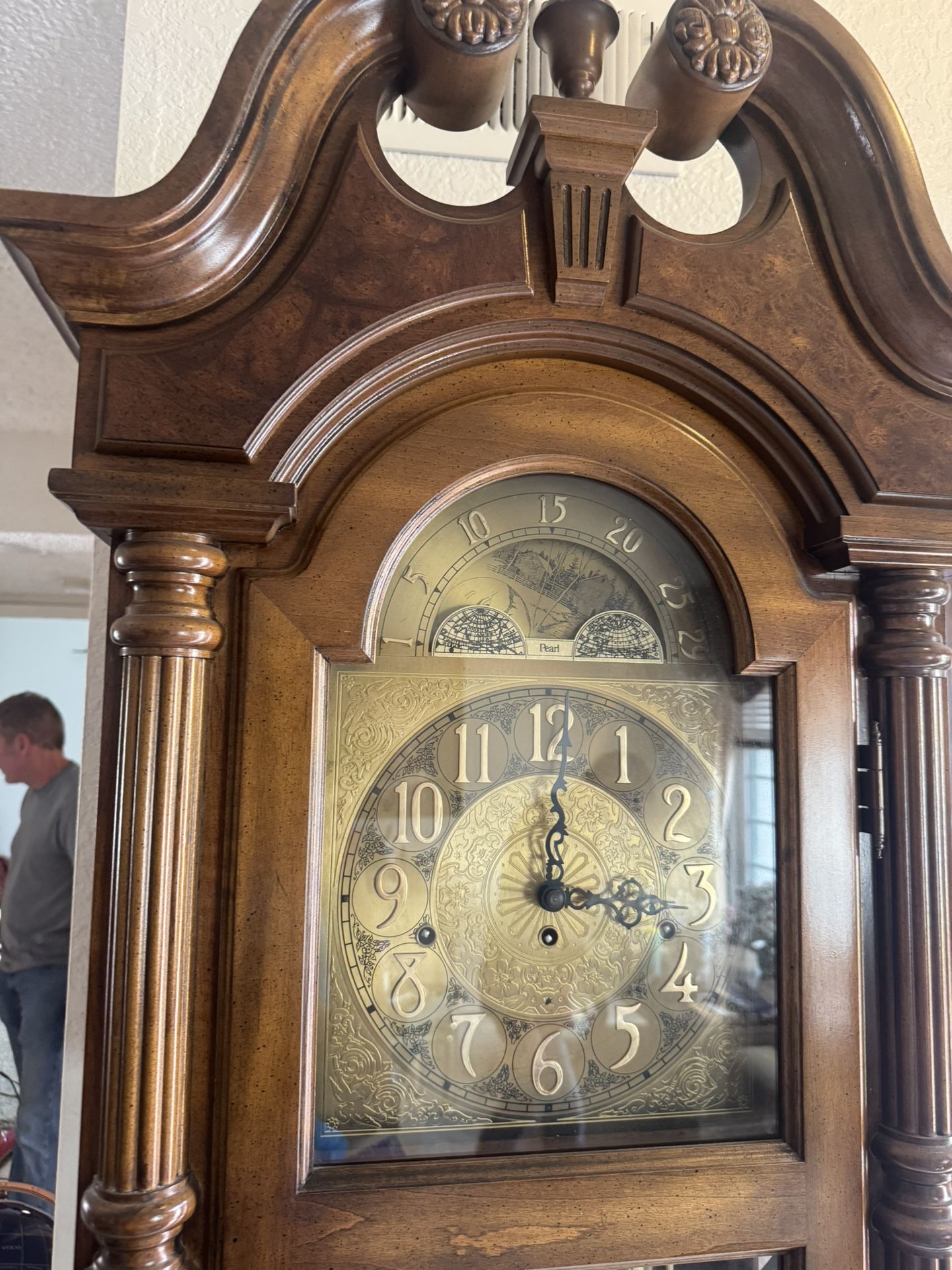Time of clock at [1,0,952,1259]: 12:16
